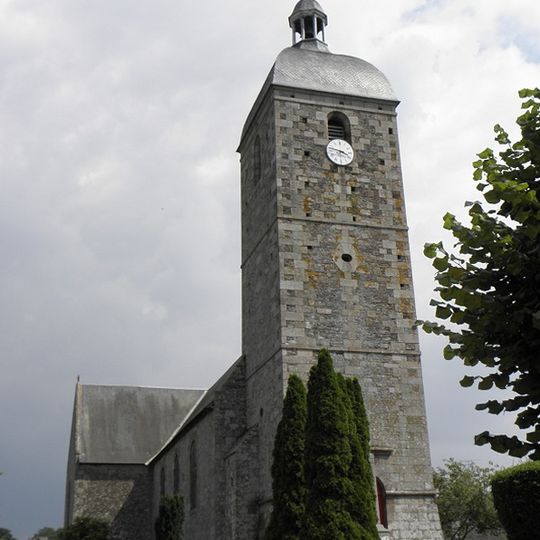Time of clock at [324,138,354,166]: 3:47
